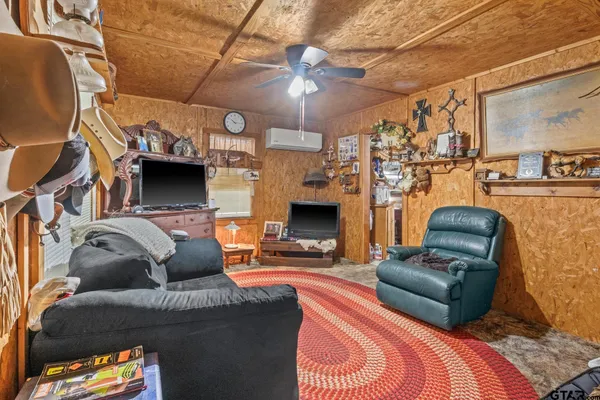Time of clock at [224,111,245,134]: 10:14
